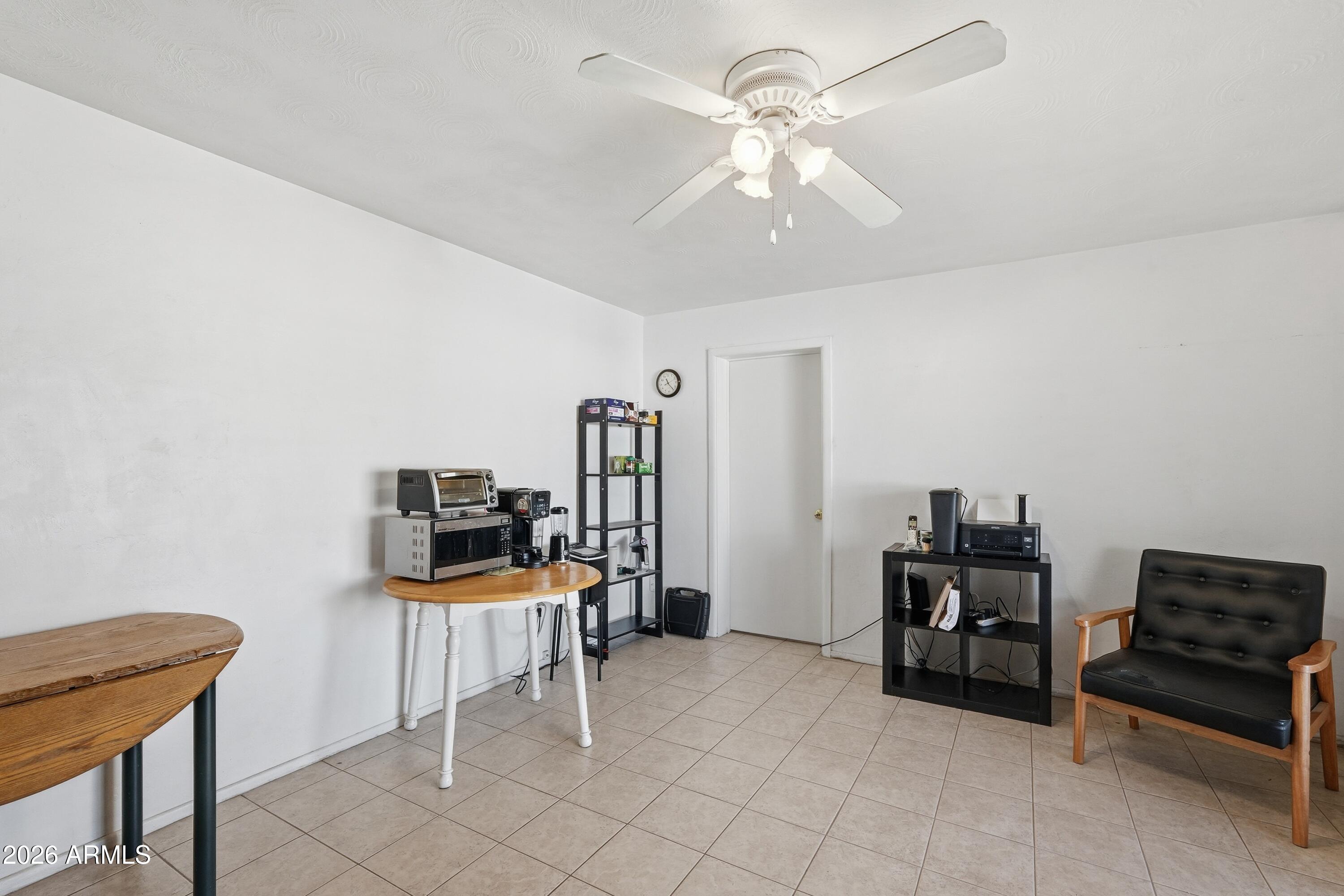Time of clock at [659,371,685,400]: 11:23
